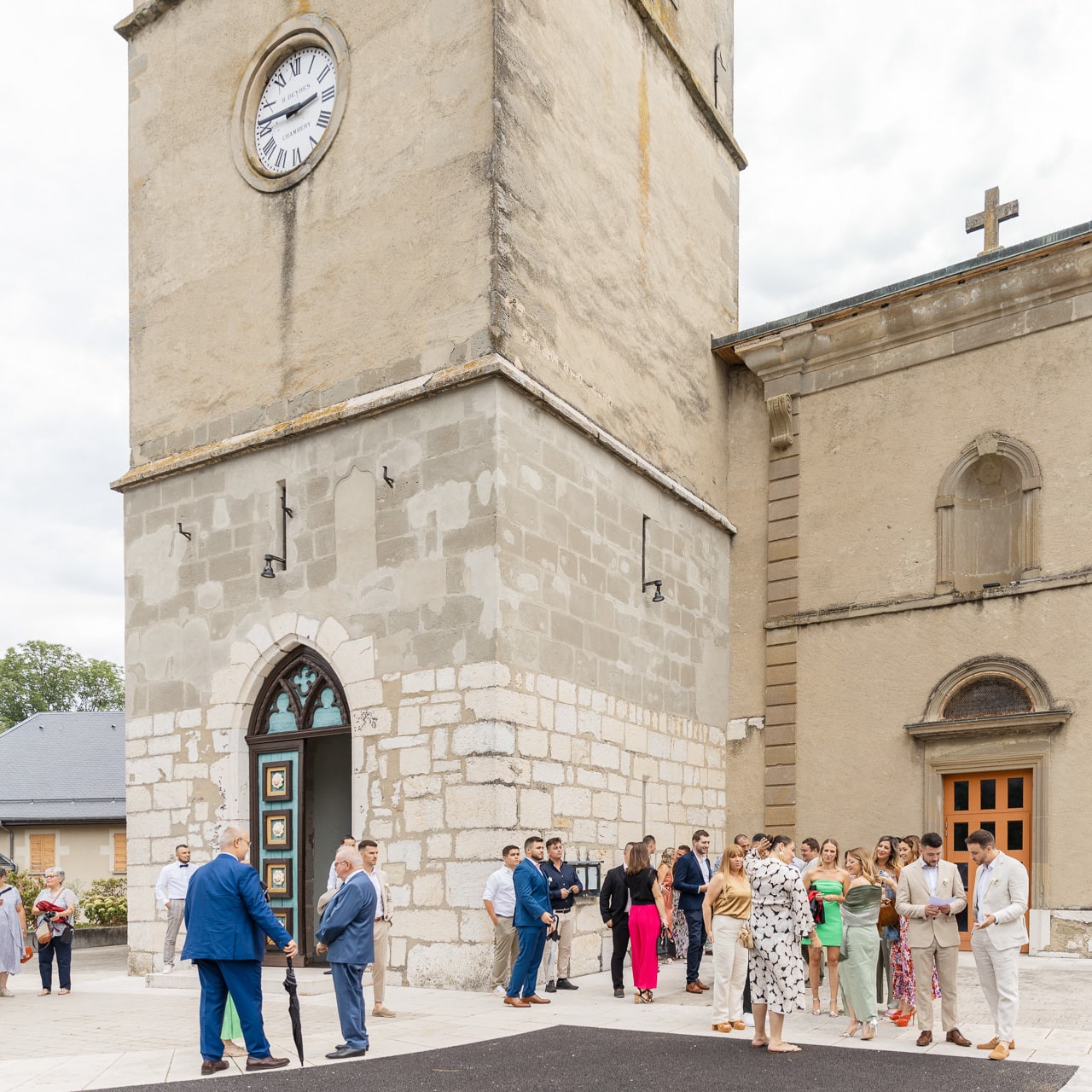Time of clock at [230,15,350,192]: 2:46
